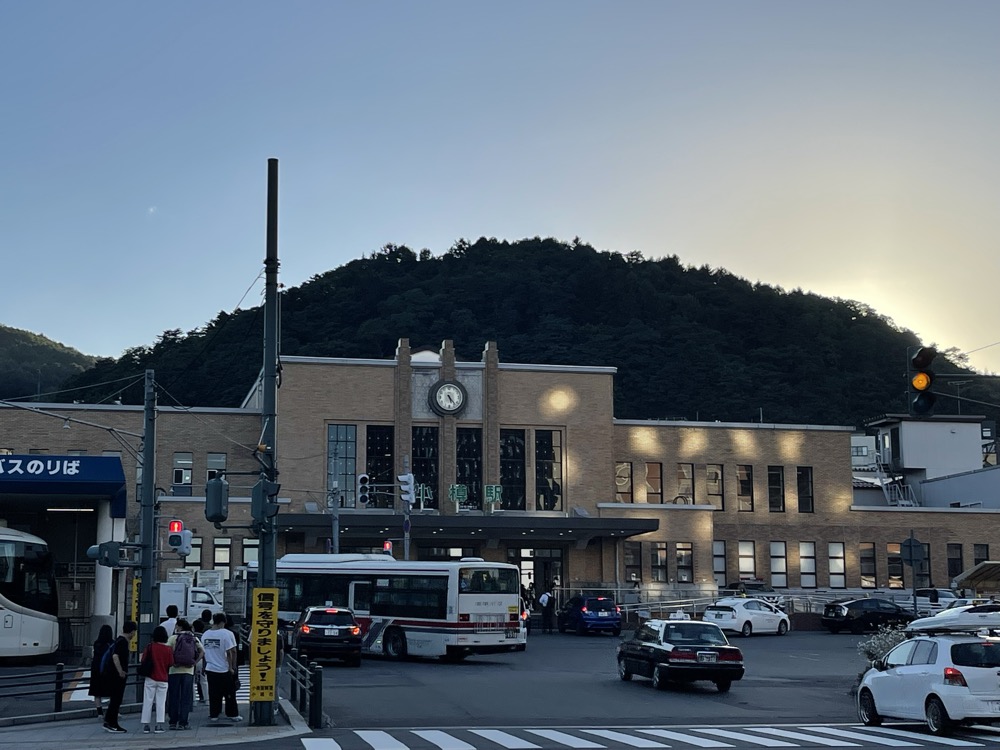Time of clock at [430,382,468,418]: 5:23
